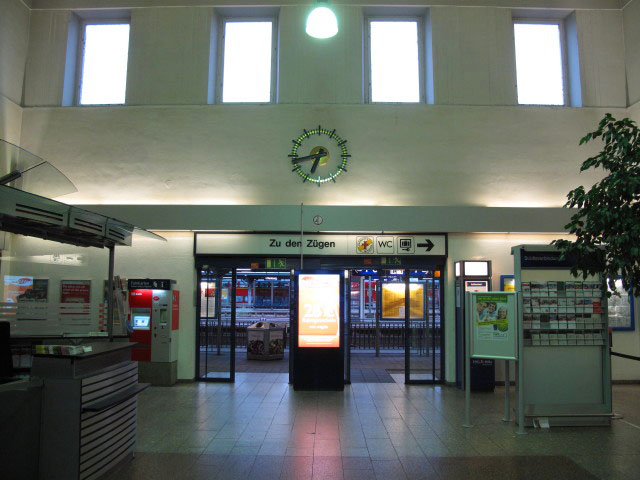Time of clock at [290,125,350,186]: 6:43
